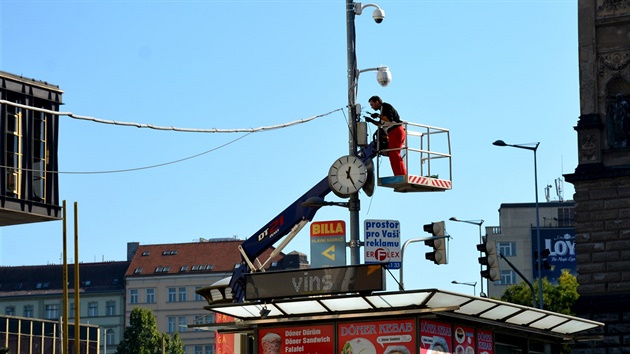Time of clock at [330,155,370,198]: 12:24
